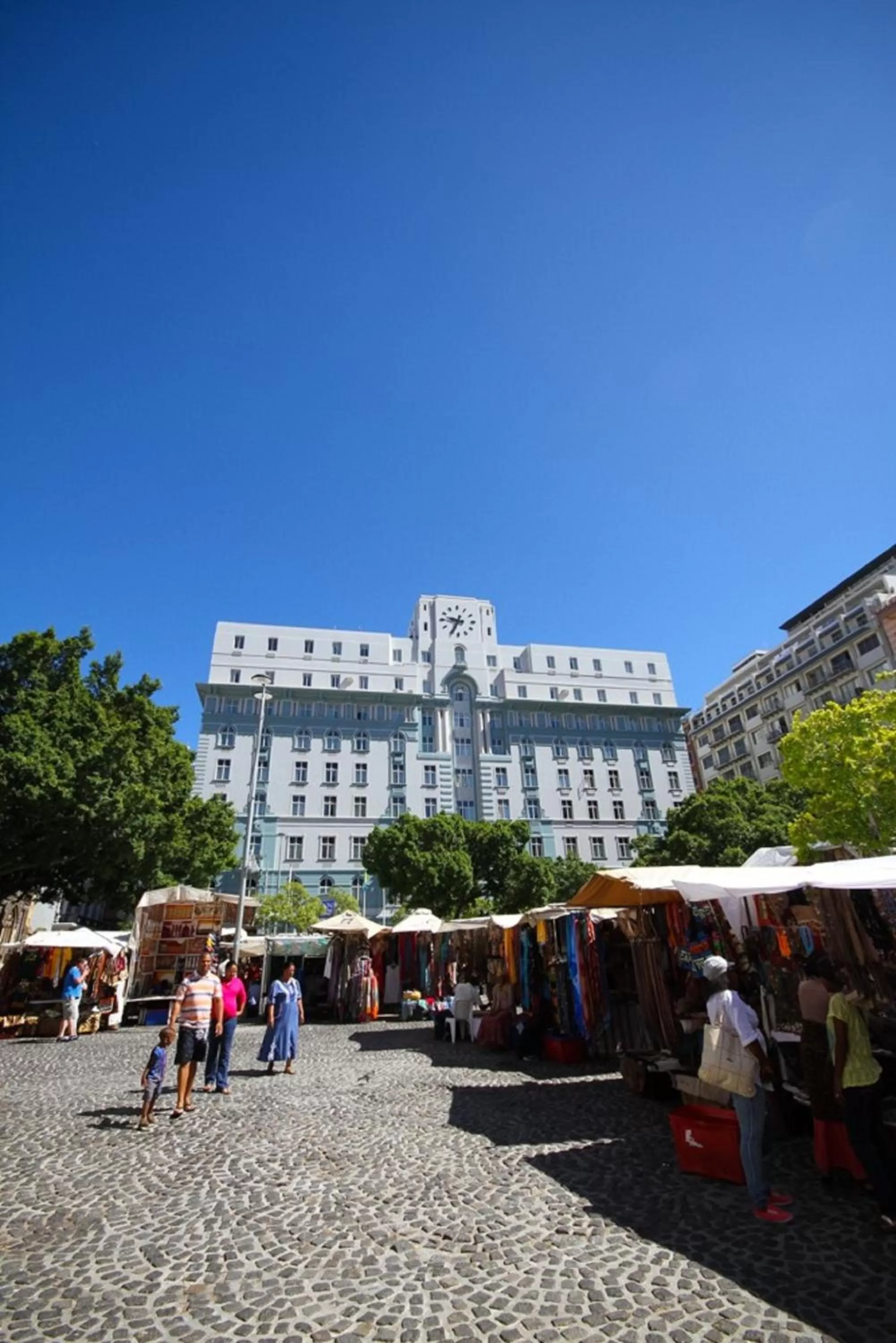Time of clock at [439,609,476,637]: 9:34
